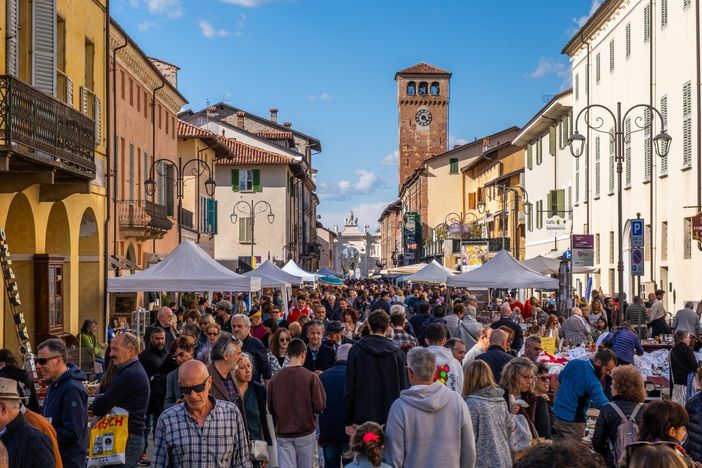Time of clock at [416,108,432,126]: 7:23
